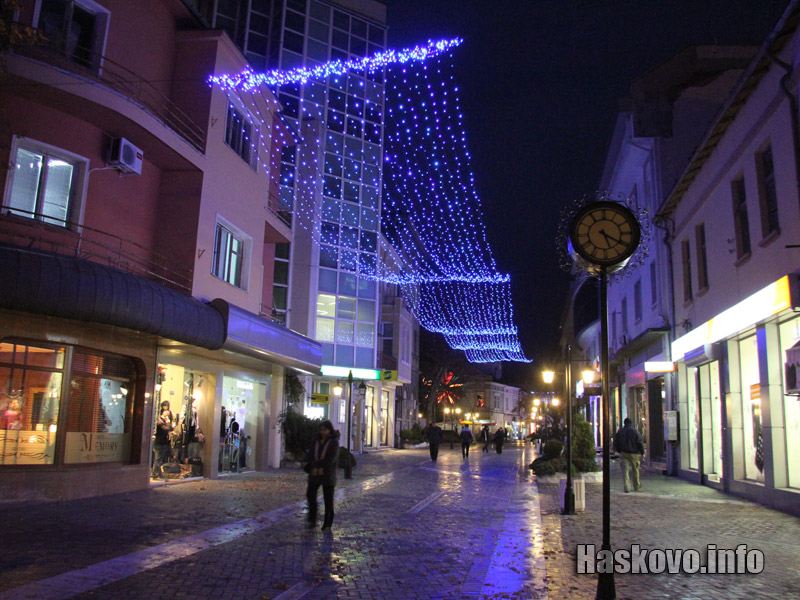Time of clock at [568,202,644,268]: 5:20
